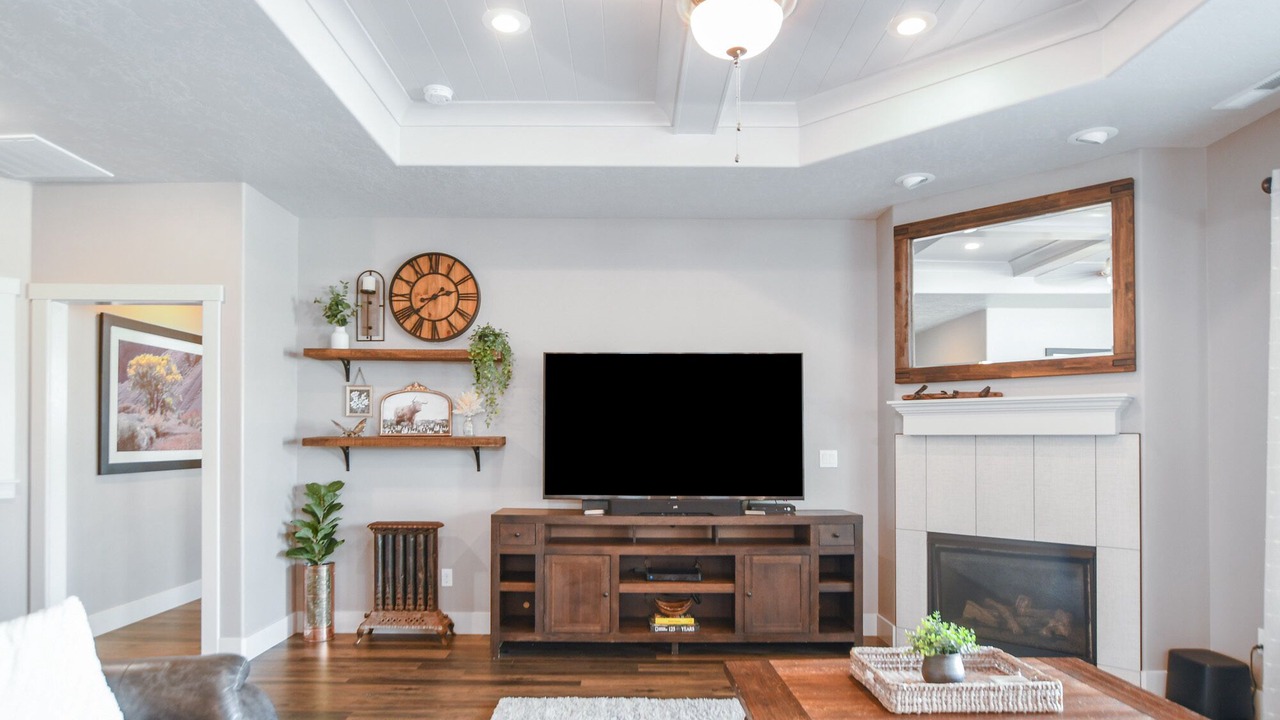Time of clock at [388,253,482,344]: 2:38
